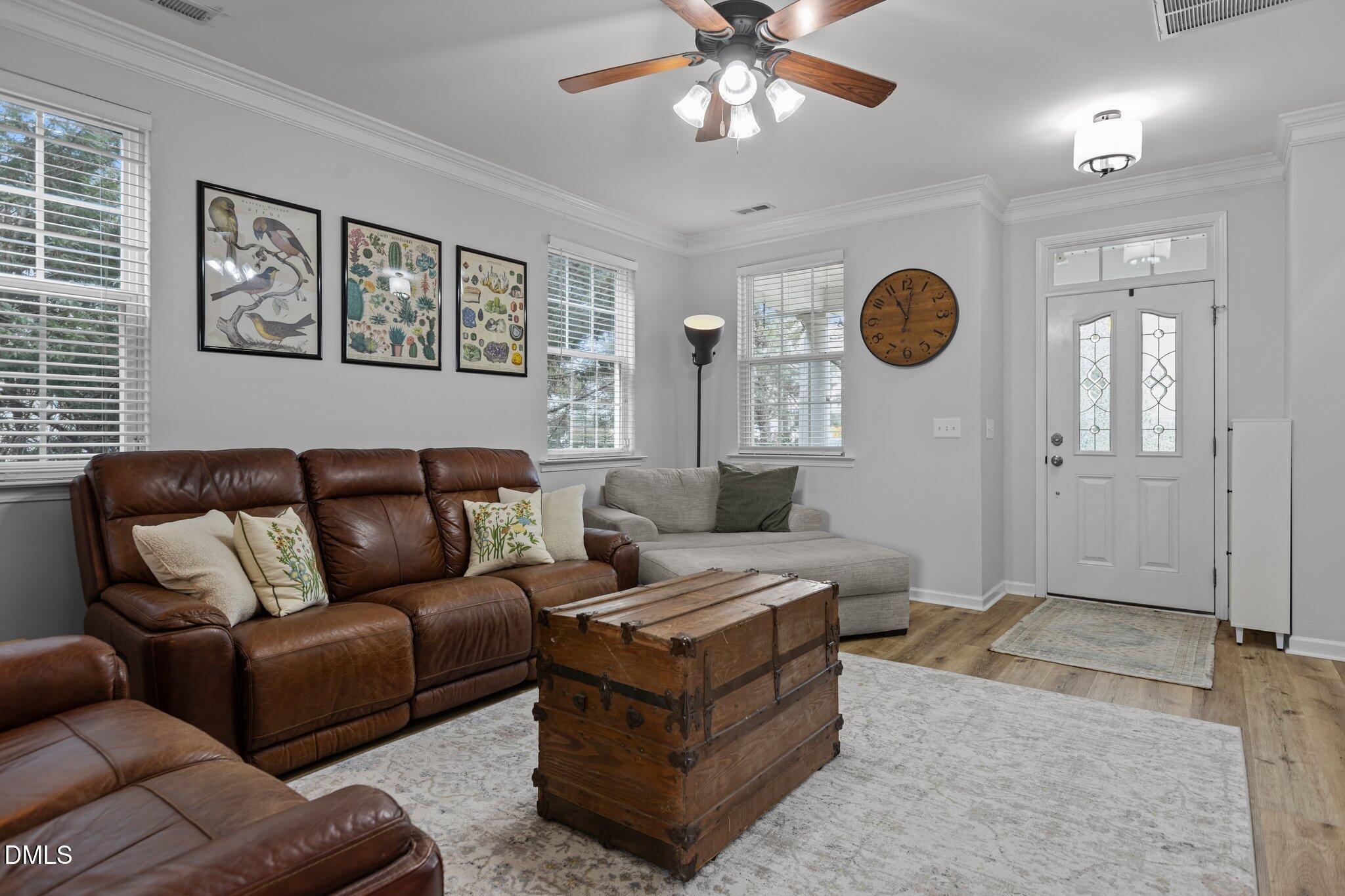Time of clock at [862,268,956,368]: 11:01
